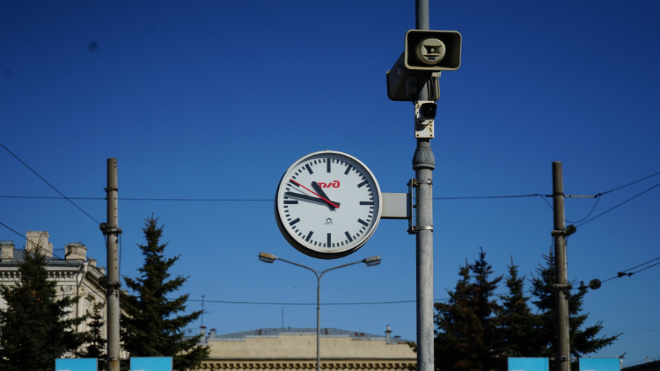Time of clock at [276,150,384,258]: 10:47
